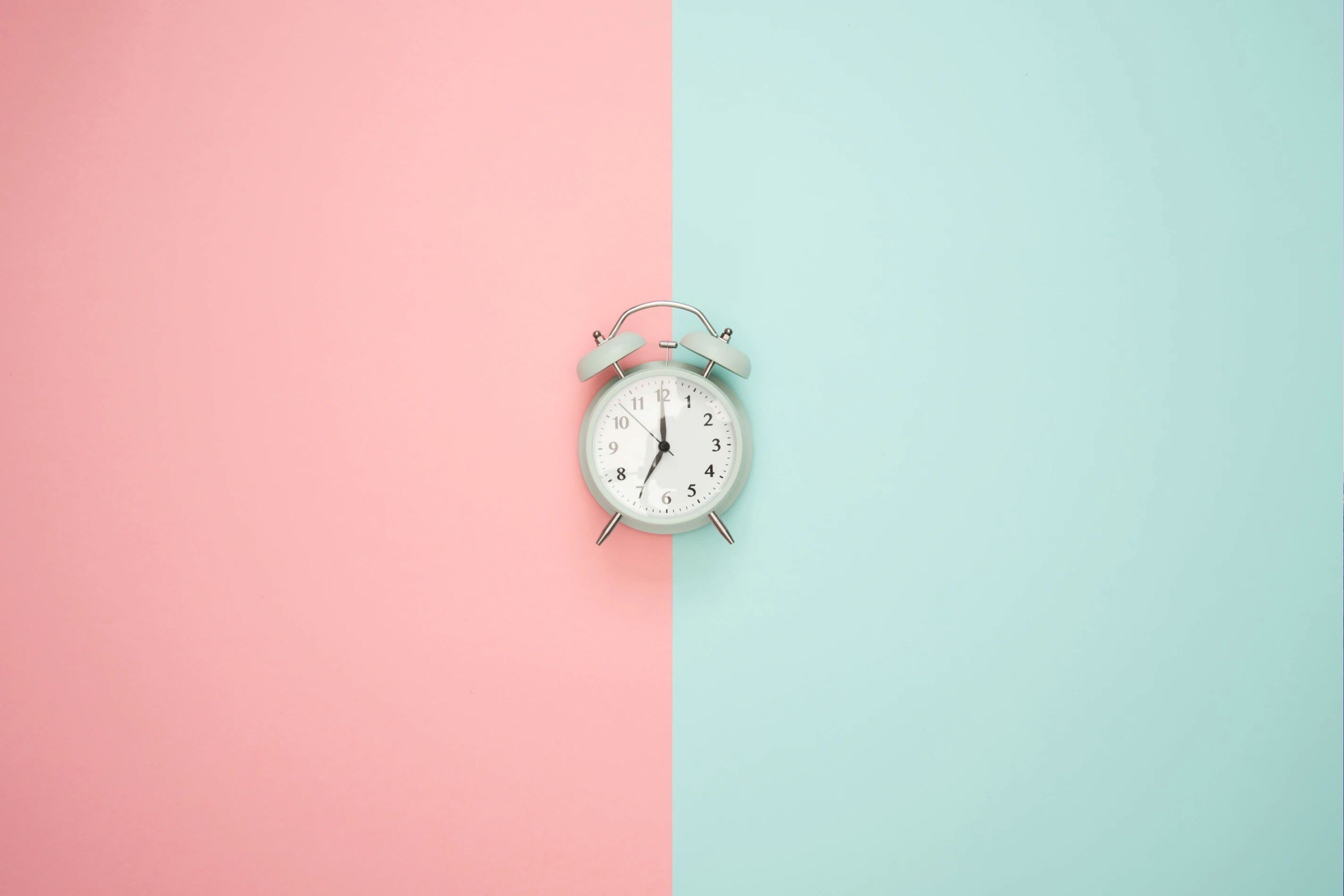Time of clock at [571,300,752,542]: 7:00
